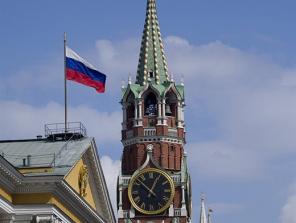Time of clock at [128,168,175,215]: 12:52
